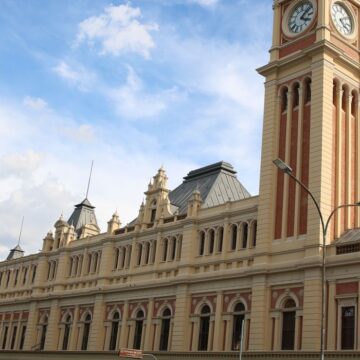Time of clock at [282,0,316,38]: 4:07
